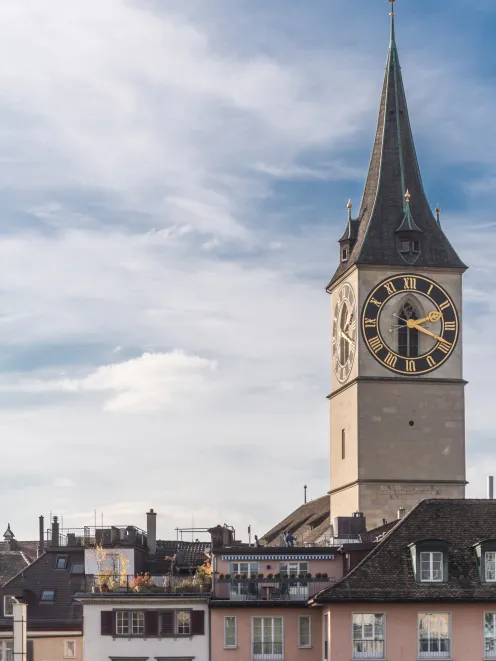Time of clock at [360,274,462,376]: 2:18
